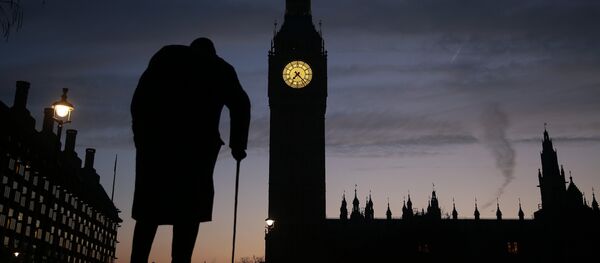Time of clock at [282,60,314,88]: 7:22
